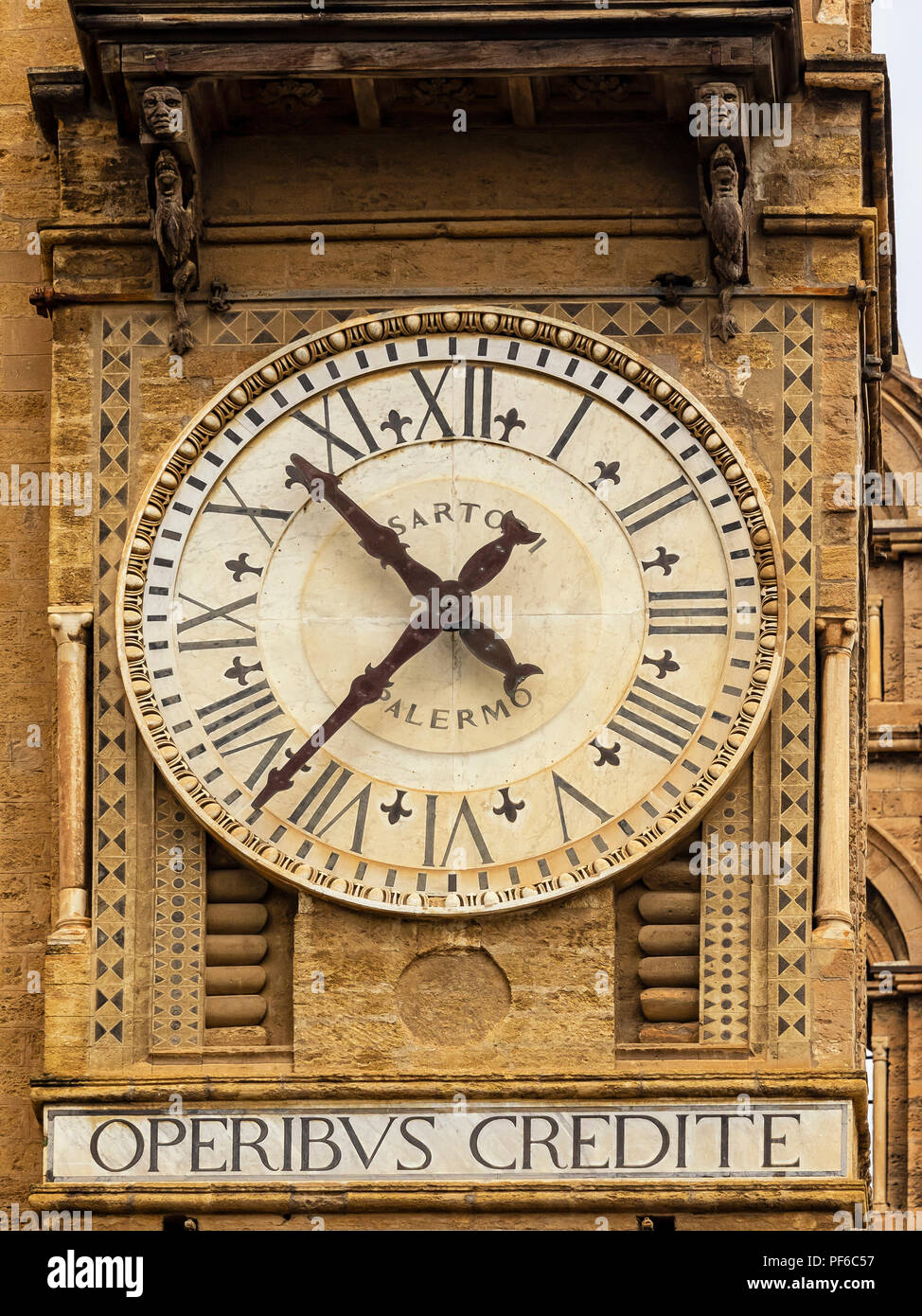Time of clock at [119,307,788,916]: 10:36
